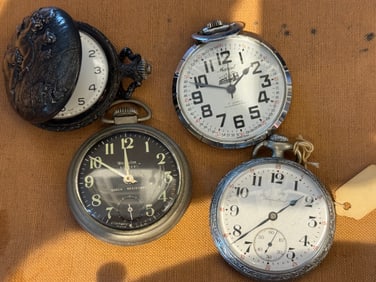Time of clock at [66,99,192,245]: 11:50
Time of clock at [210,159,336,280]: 1:38
